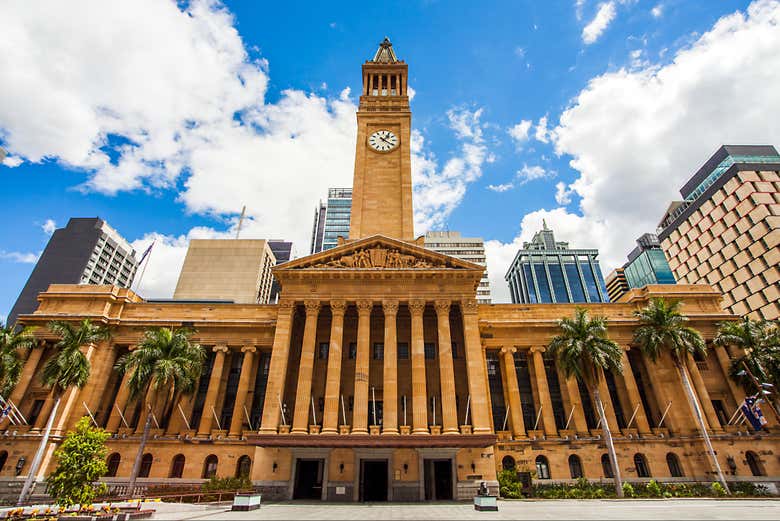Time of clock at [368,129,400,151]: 1:20
